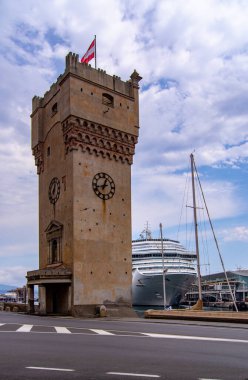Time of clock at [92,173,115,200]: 12:42
